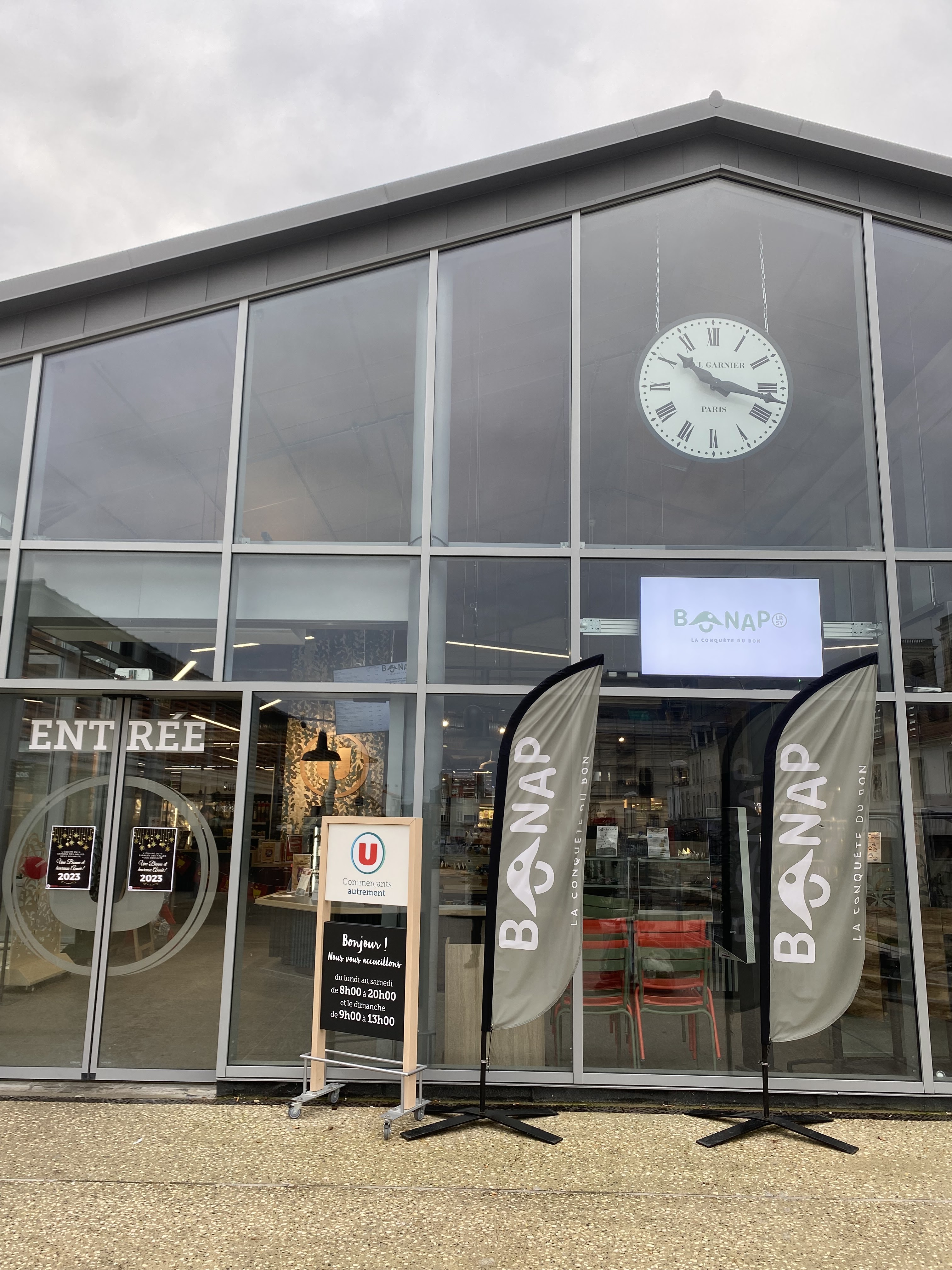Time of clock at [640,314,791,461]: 10:17
